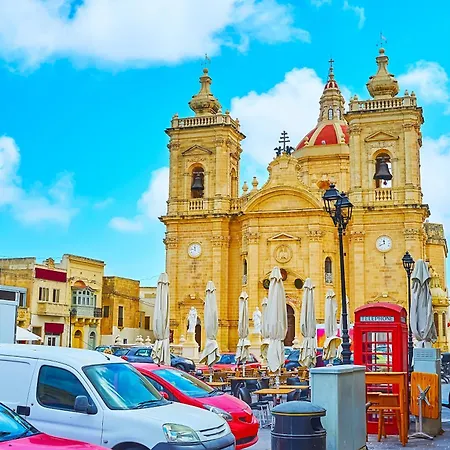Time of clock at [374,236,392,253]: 11:41
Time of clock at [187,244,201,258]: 11:46
